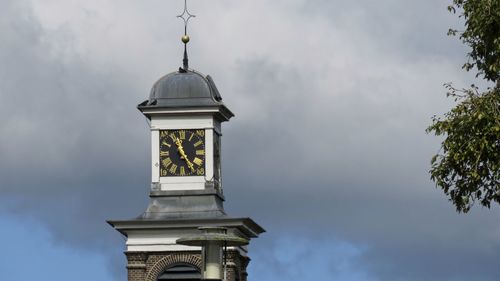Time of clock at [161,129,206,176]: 11:24
